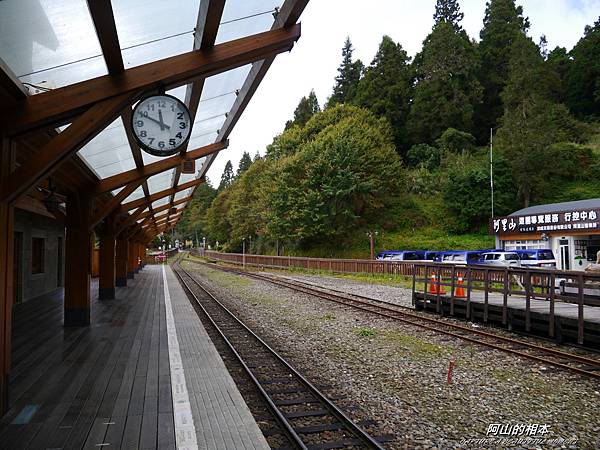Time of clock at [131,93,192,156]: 11:49
